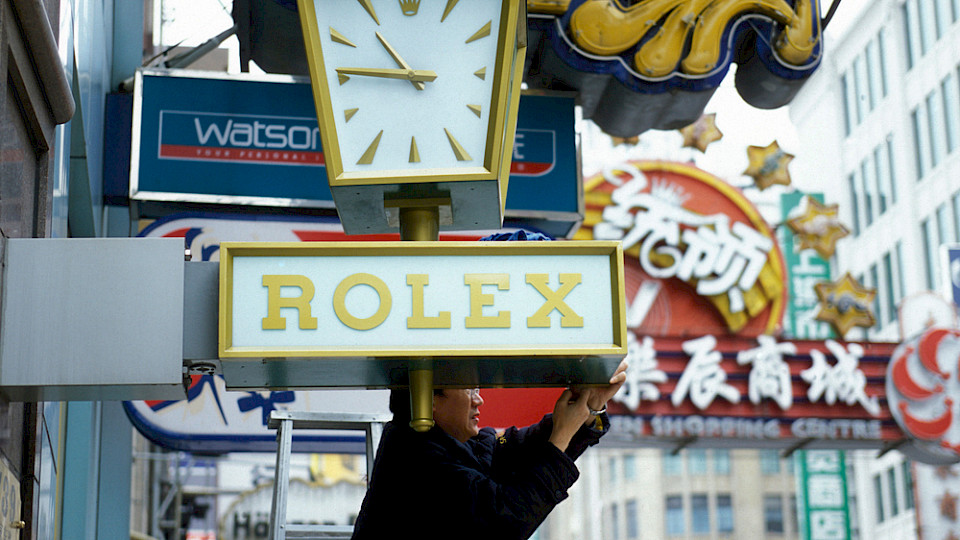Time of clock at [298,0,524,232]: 10:45
